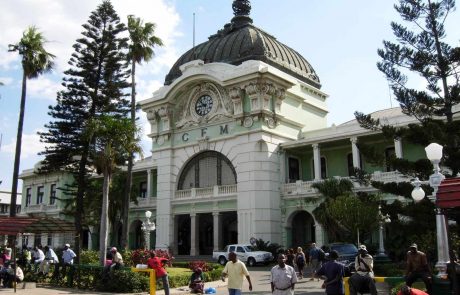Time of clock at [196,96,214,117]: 8:52
